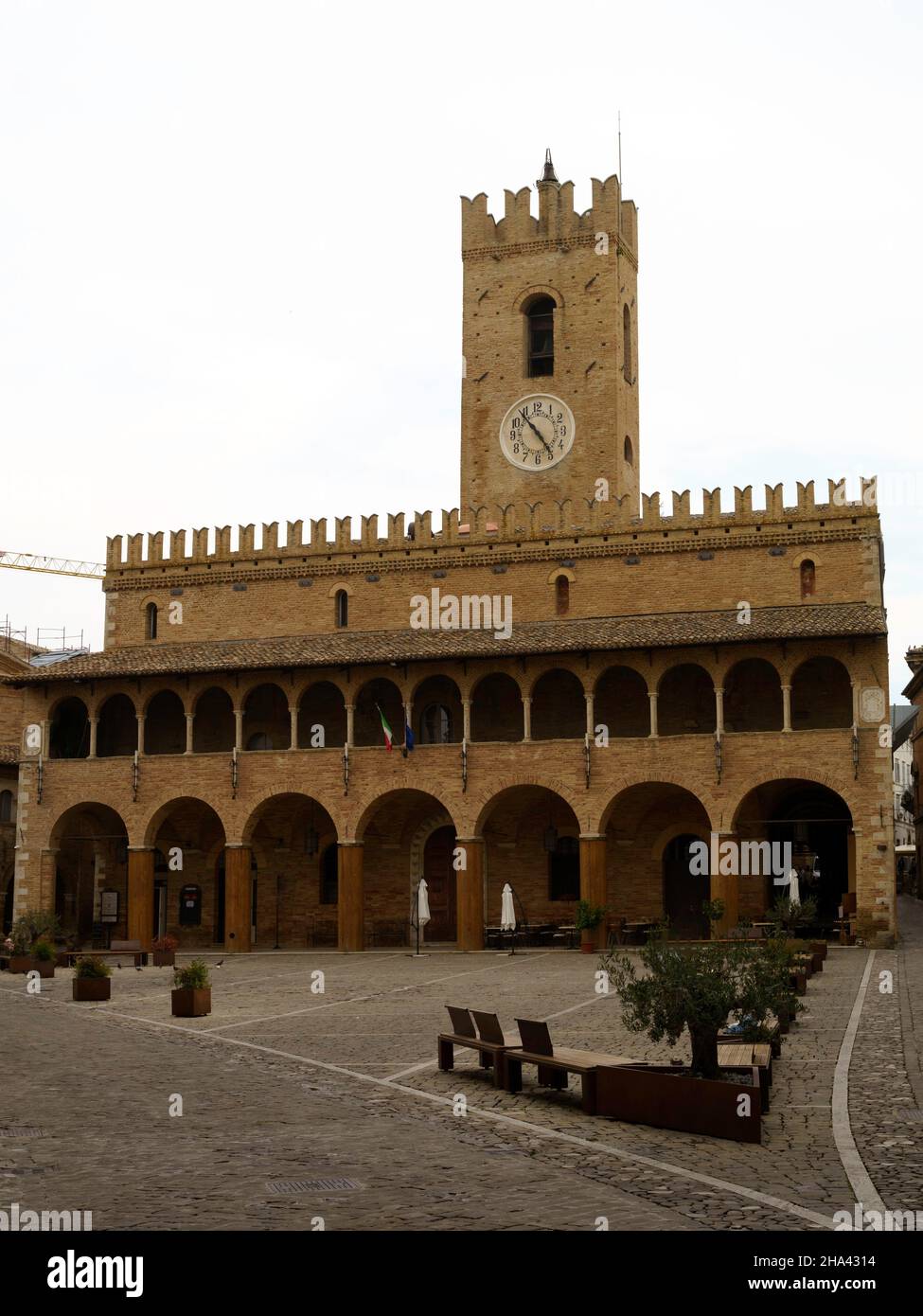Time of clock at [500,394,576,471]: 4:53
